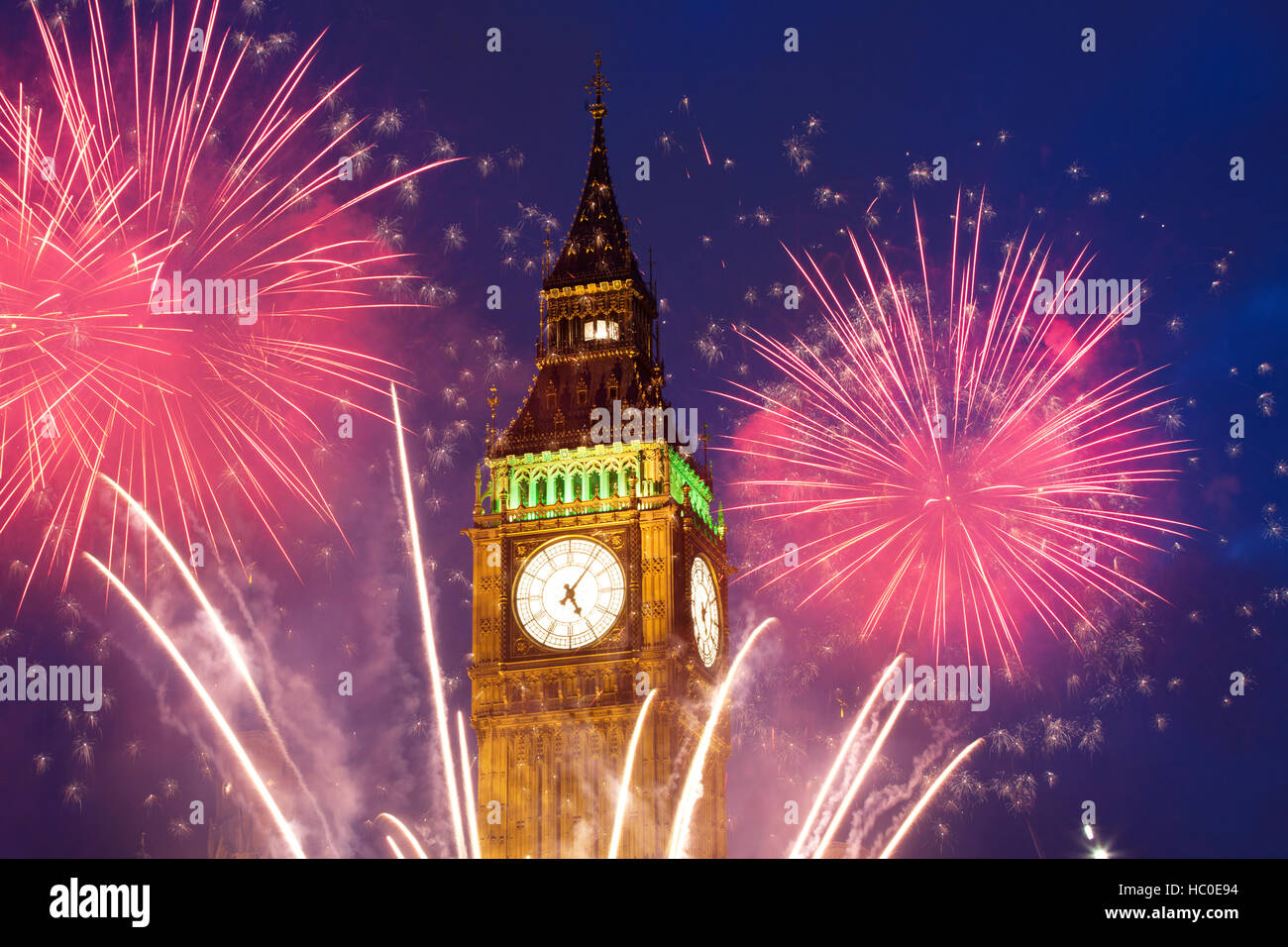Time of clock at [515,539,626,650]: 5:06
